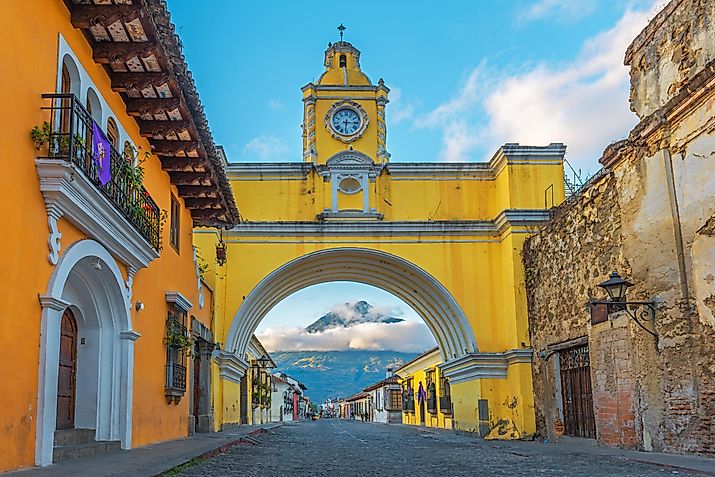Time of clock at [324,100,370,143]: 6:15
